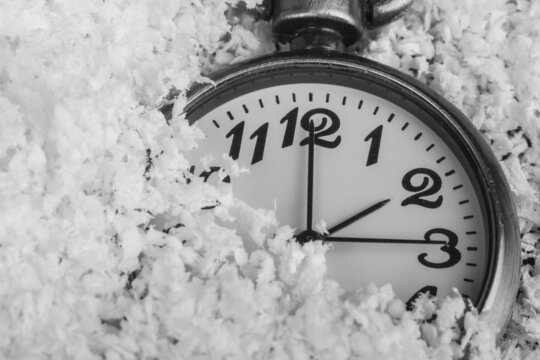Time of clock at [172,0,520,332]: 2:00
